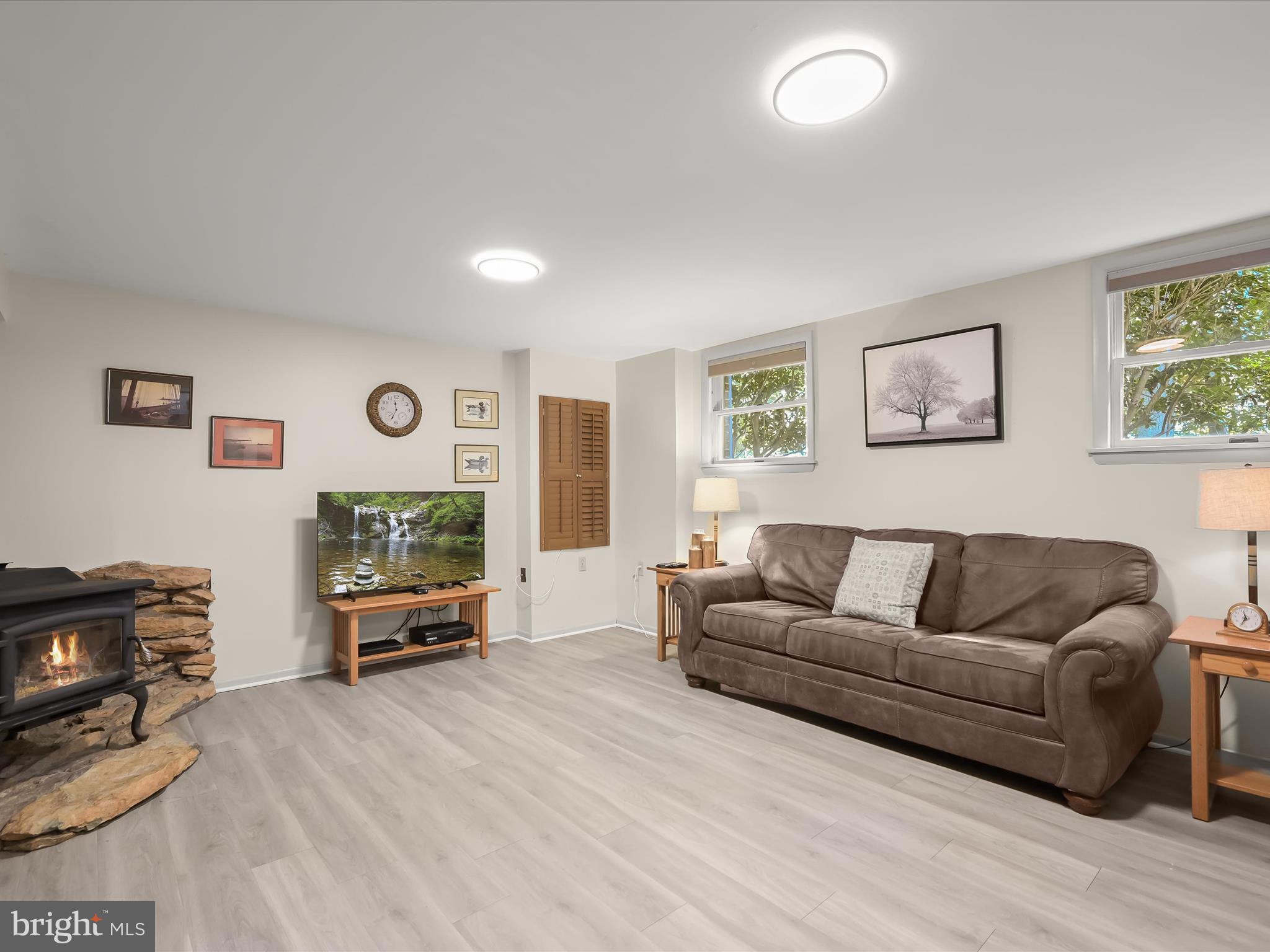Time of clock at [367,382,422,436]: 11:34
